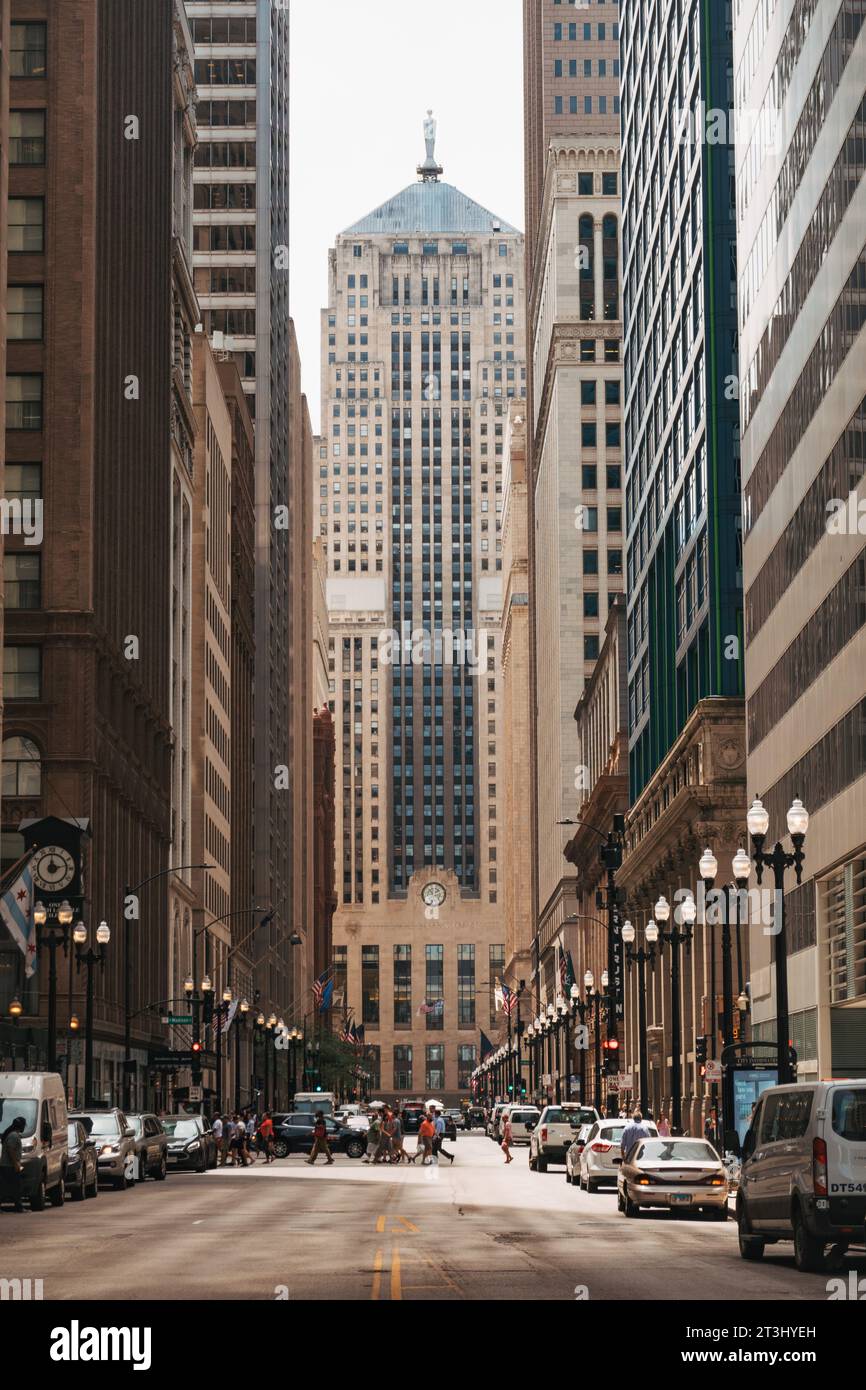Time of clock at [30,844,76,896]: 12:13
